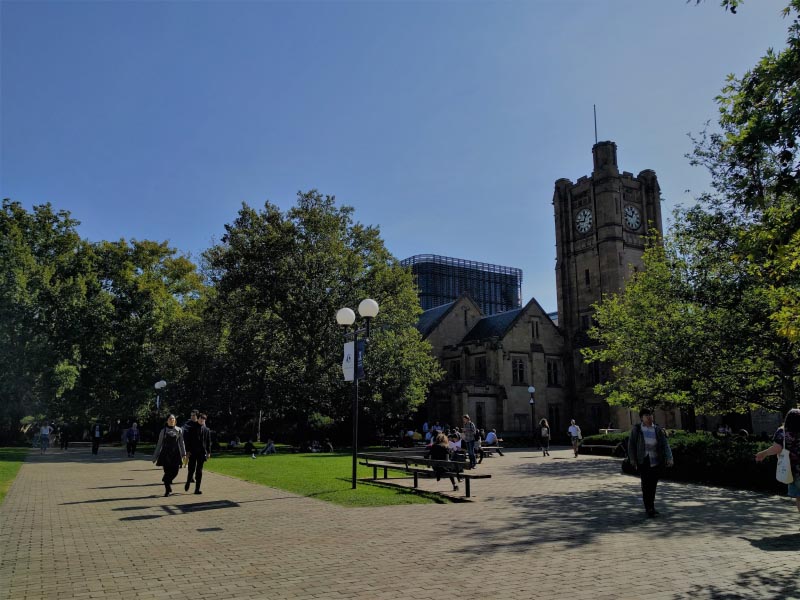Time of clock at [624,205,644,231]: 12:47
